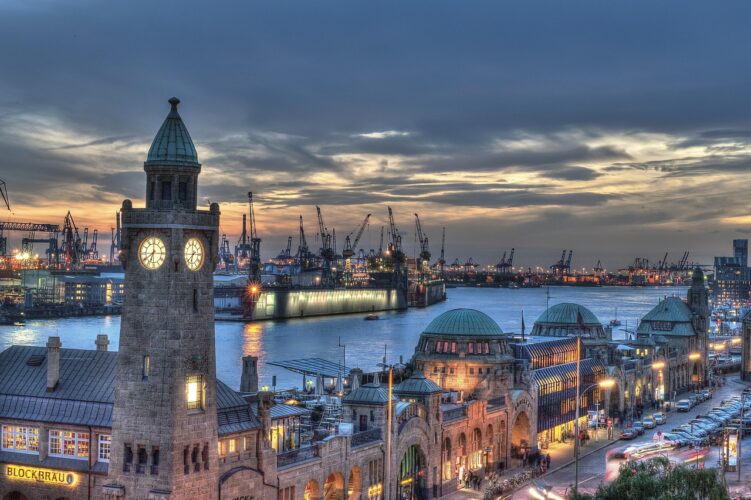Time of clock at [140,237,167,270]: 6:39
